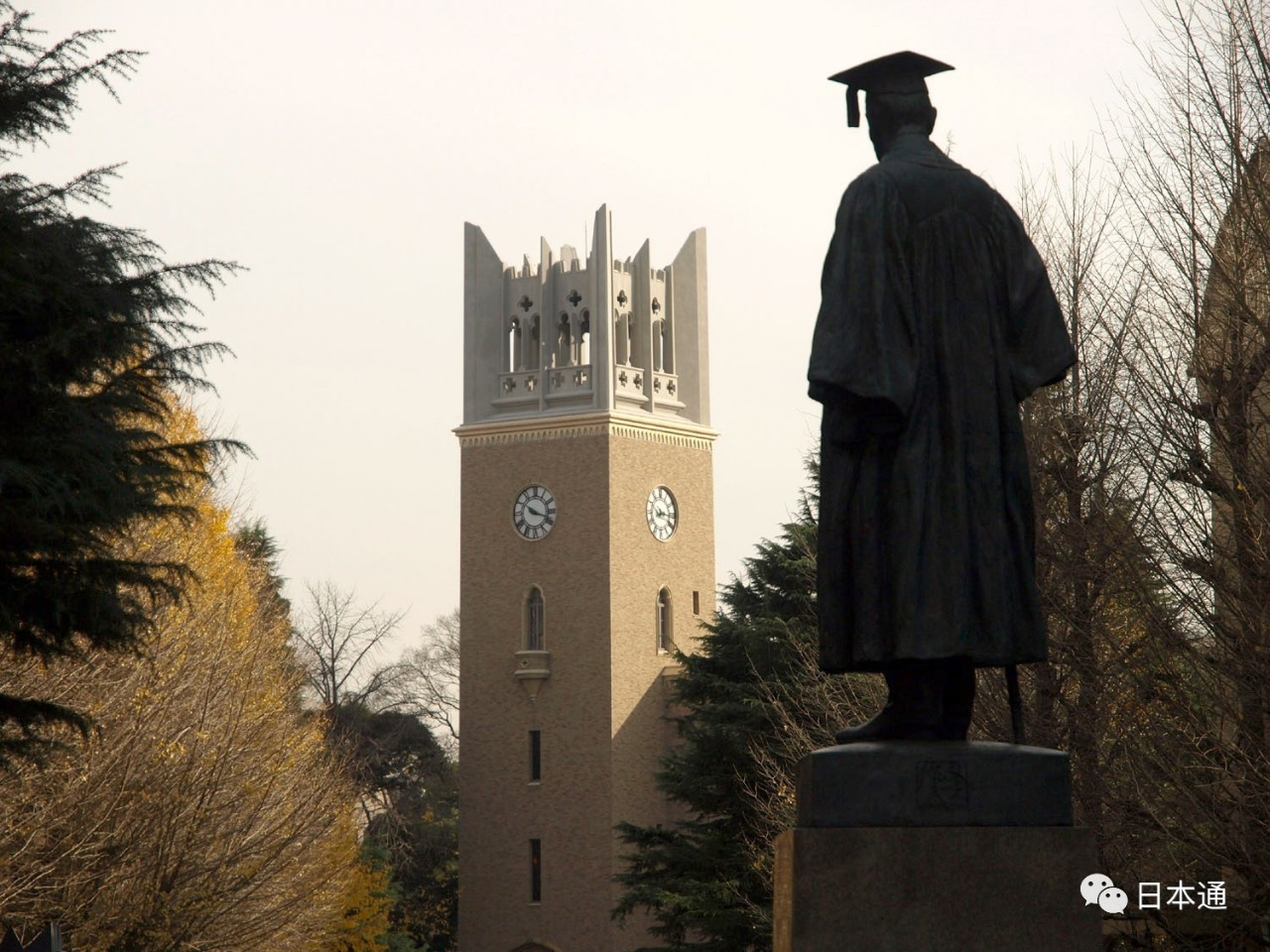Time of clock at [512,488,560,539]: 10:18
